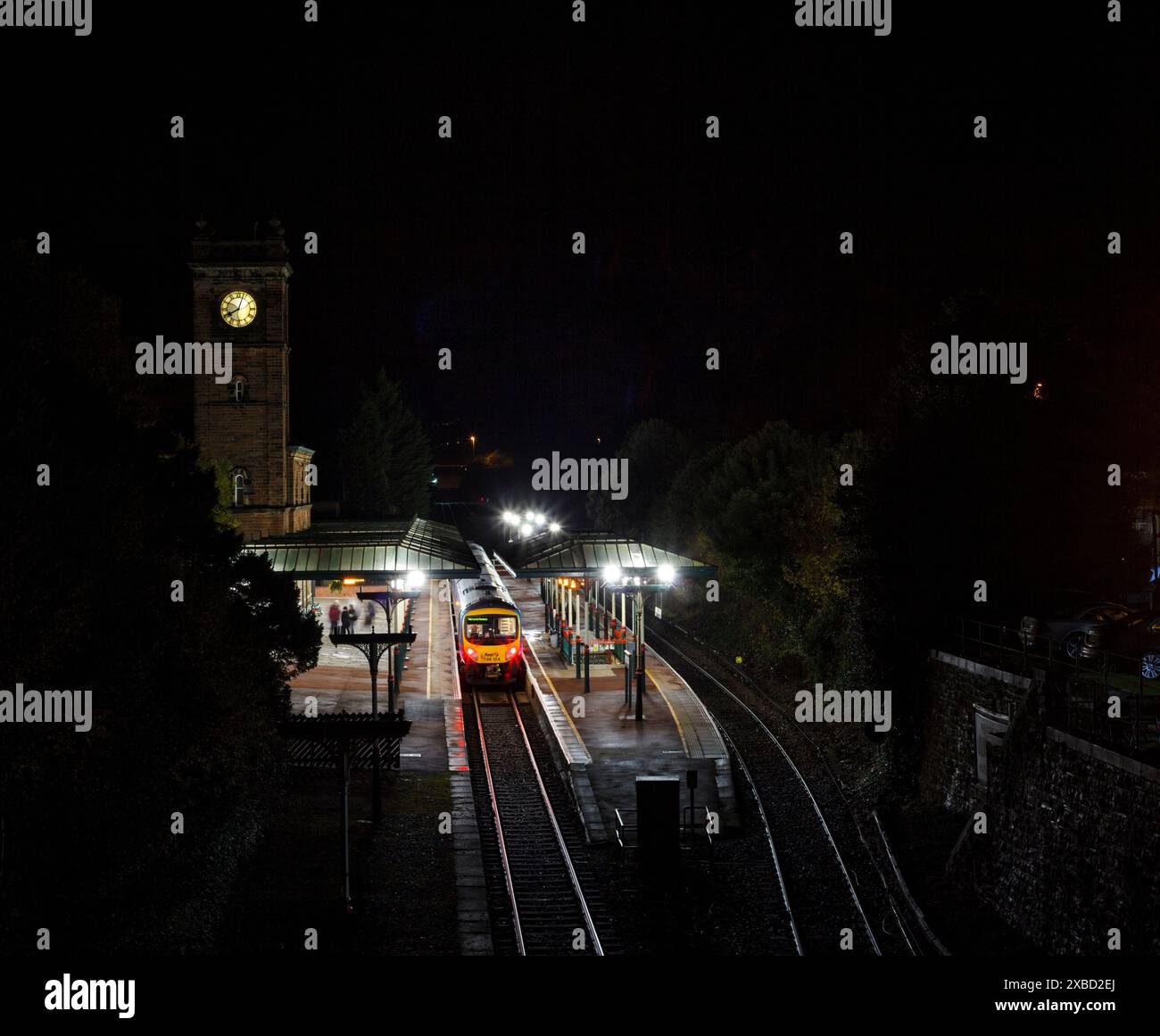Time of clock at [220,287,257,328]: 8:03
